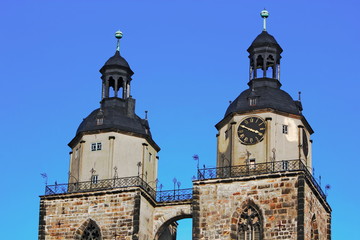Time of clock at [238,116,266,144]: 3:48
